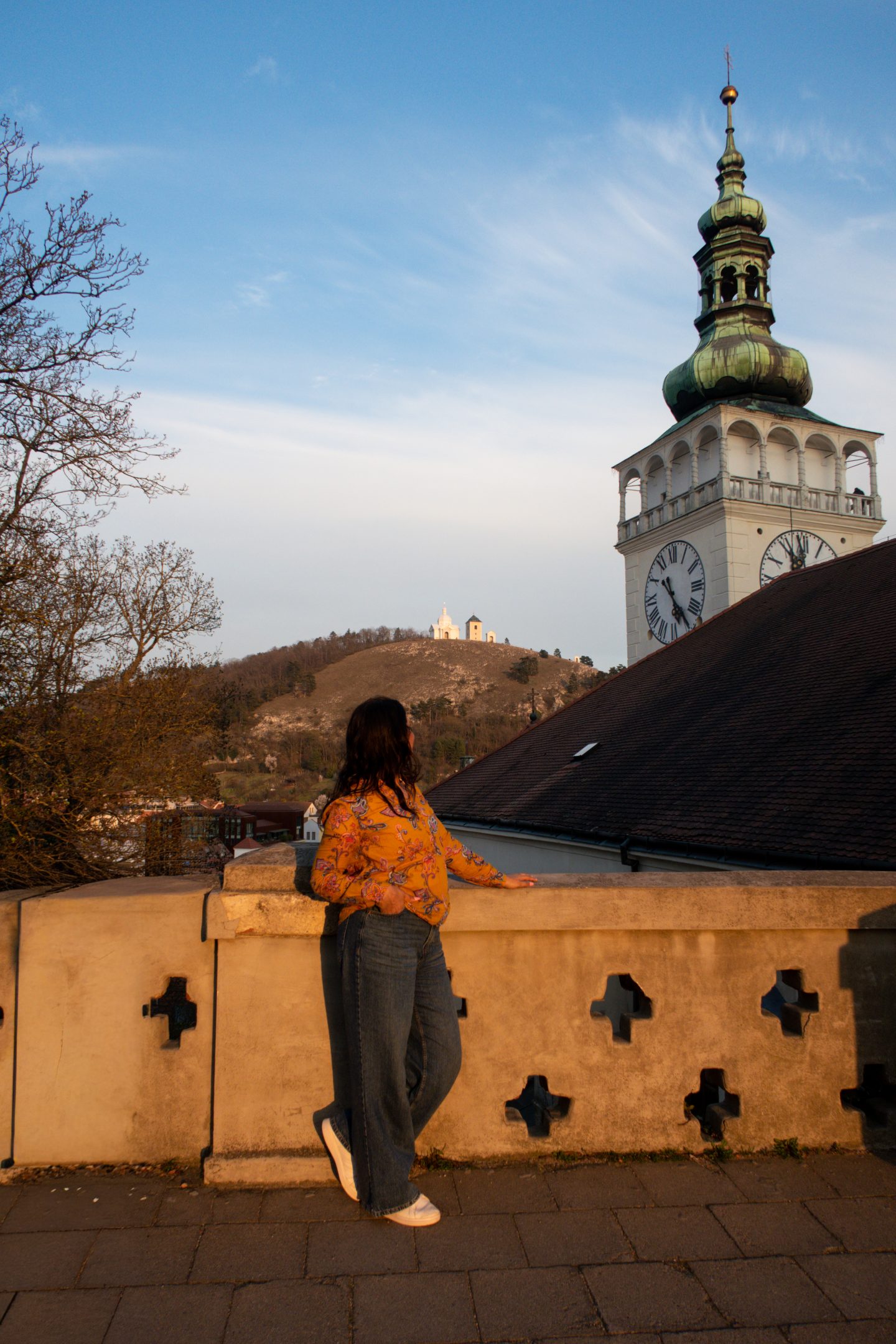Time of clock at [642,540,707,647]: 5:24
